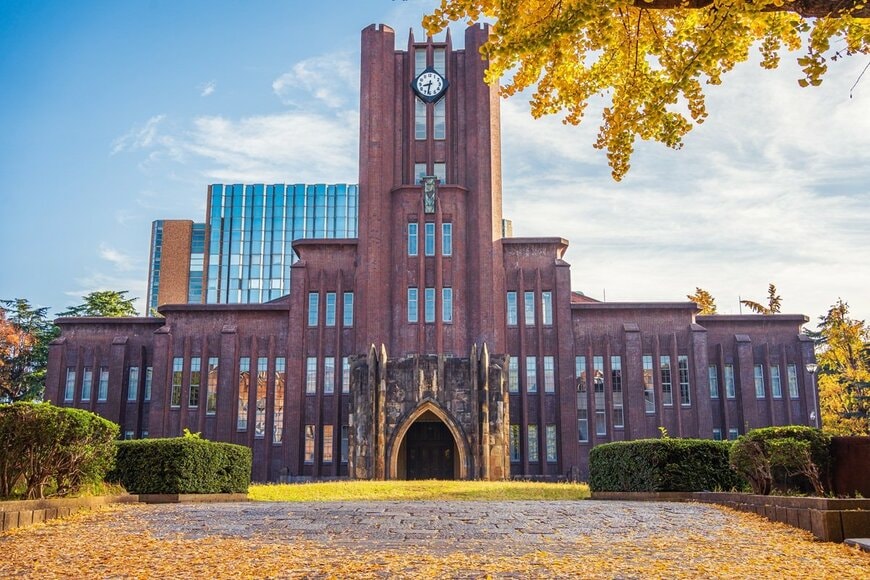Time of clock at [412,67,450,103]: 8:32
